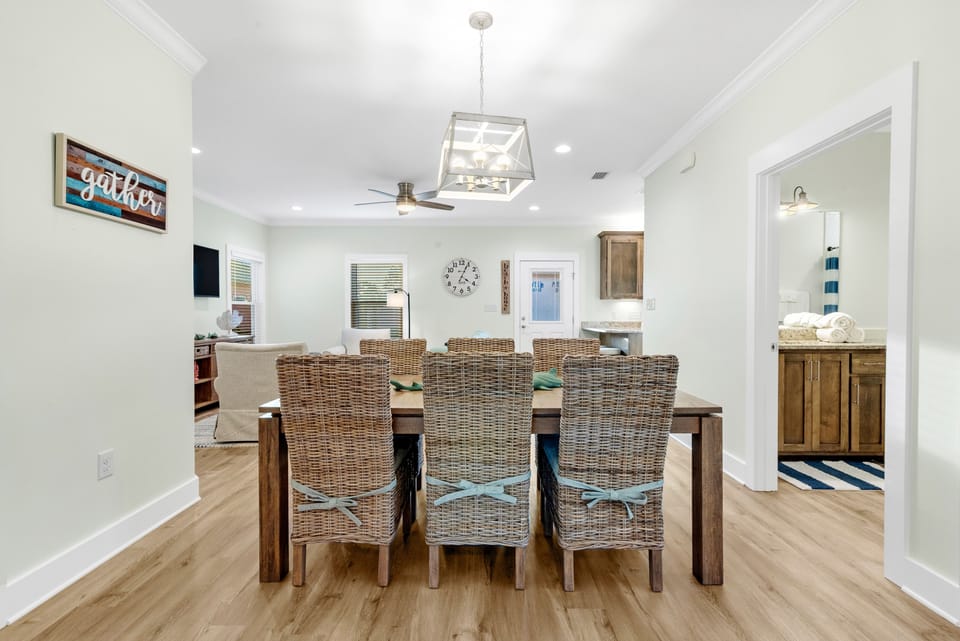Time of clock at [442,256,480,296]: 4:04
